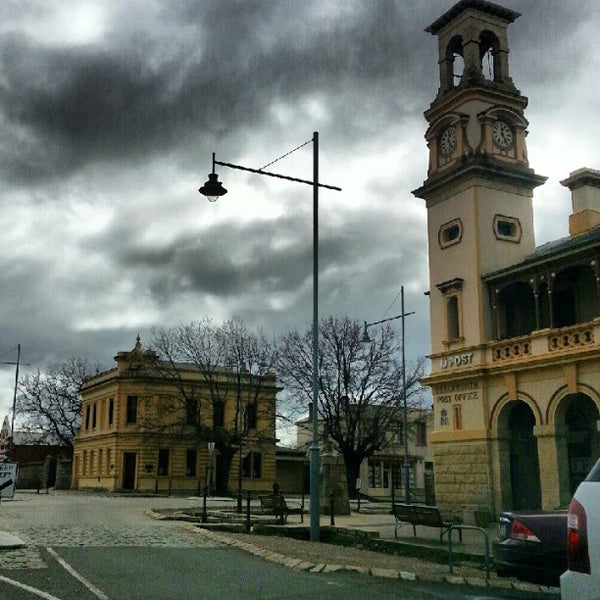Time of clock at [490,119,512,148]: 12:24
